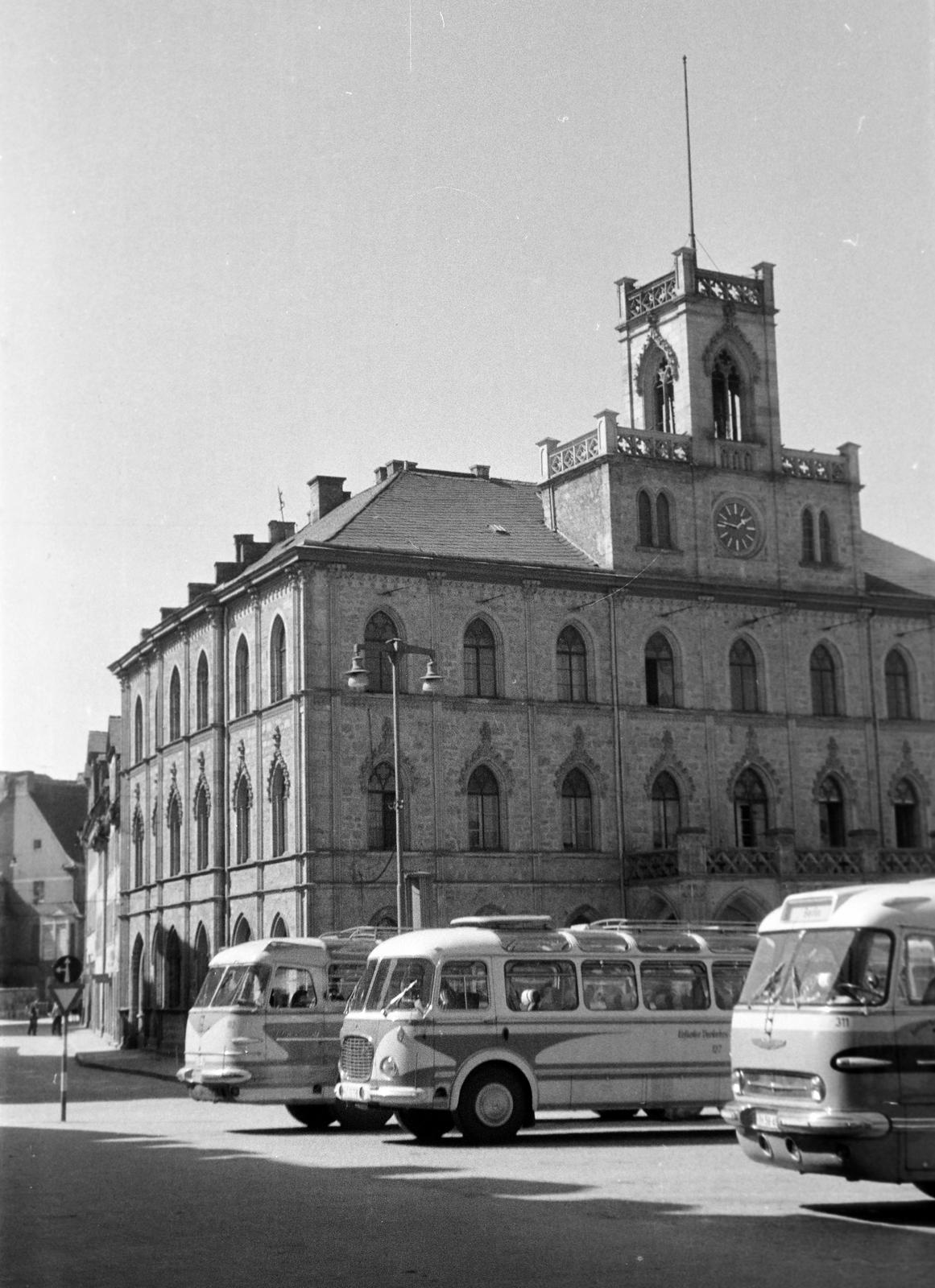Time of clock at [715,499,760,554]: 1:46
